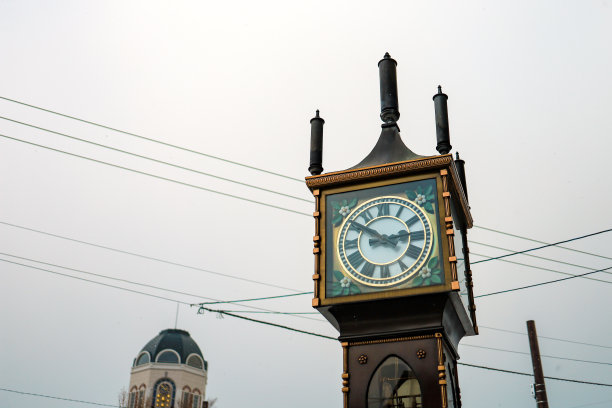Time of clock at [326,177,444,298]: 2:50
